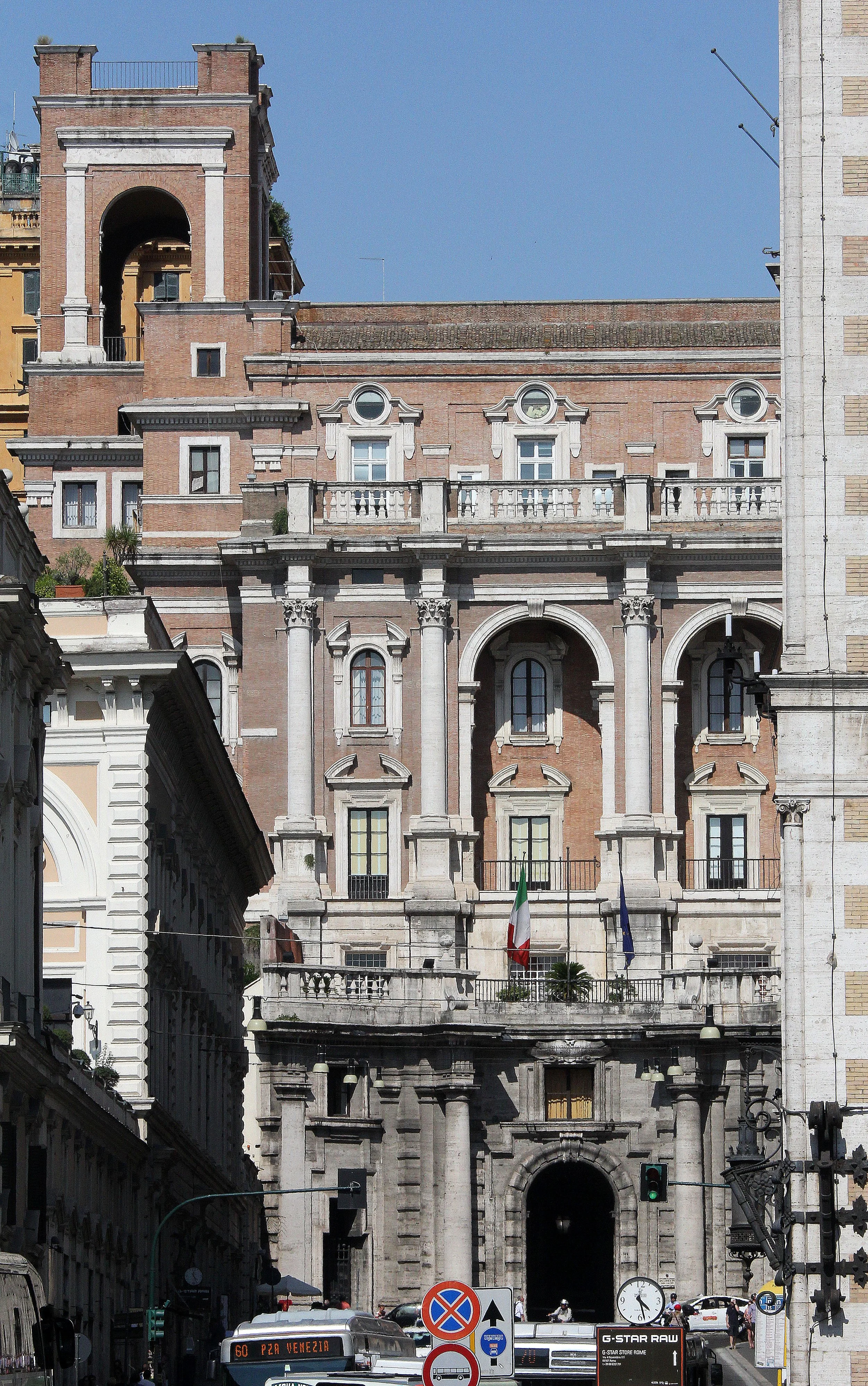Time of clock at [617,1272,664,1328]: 4:27
